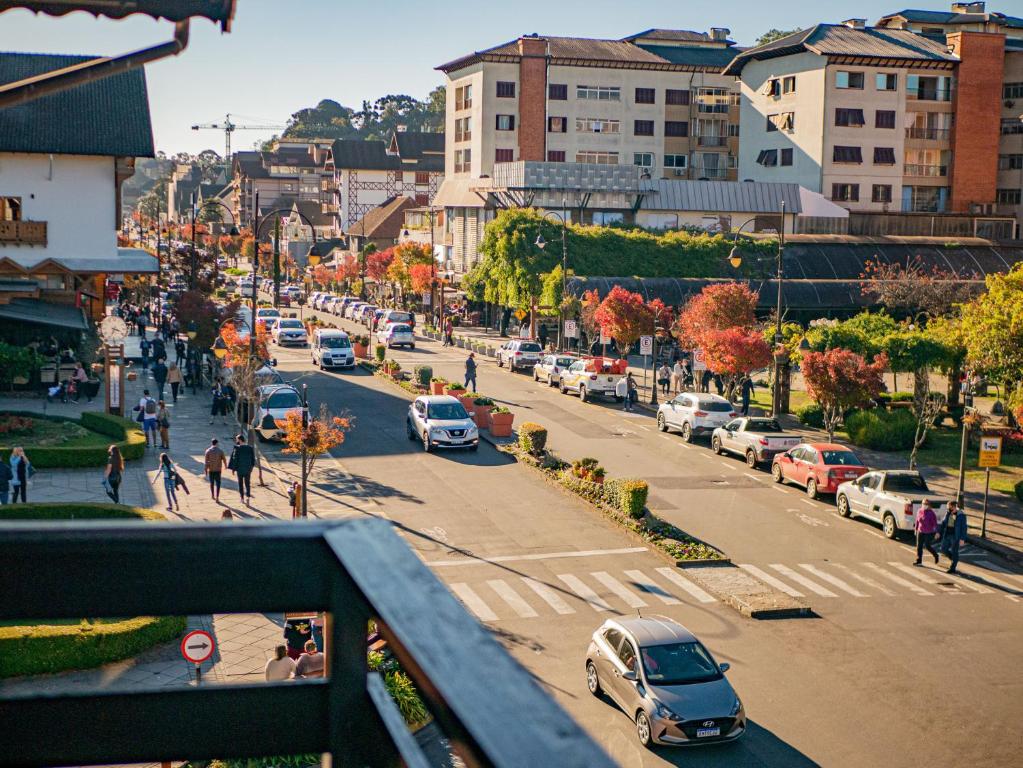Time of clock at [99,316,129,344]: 3:33
